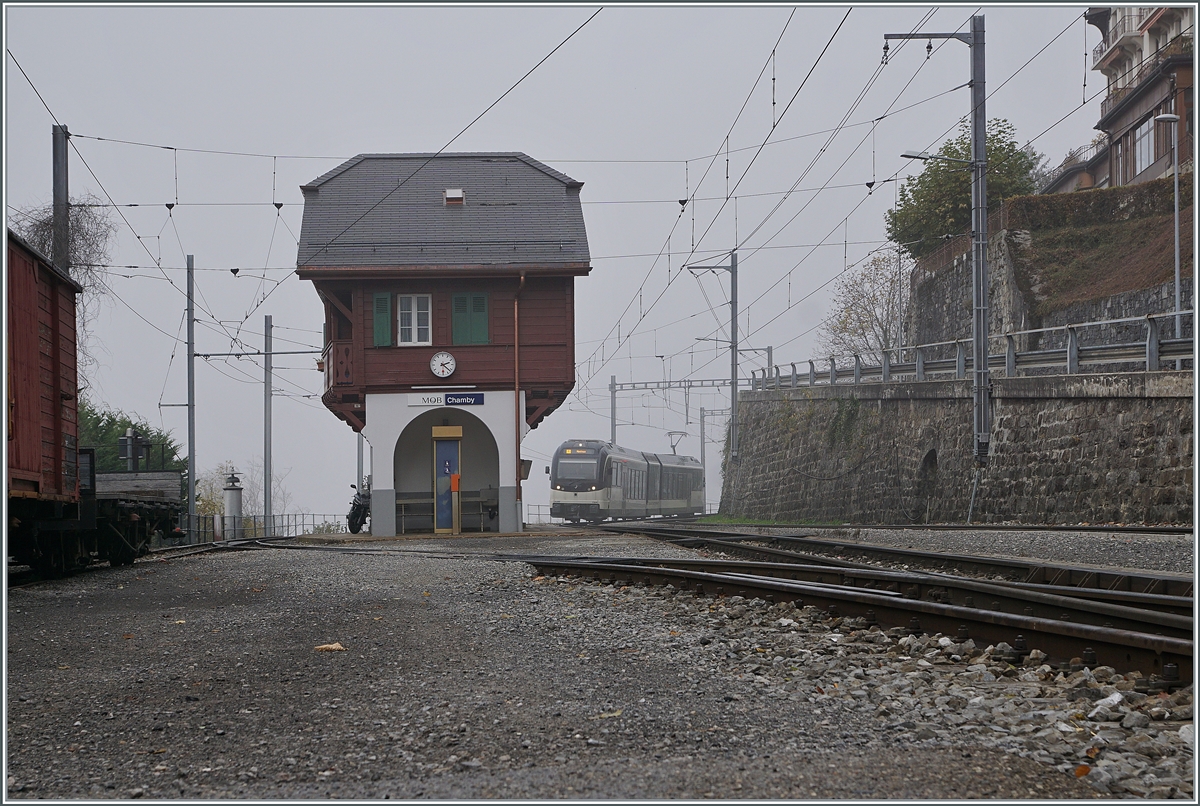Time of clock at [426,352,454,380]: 2:22
